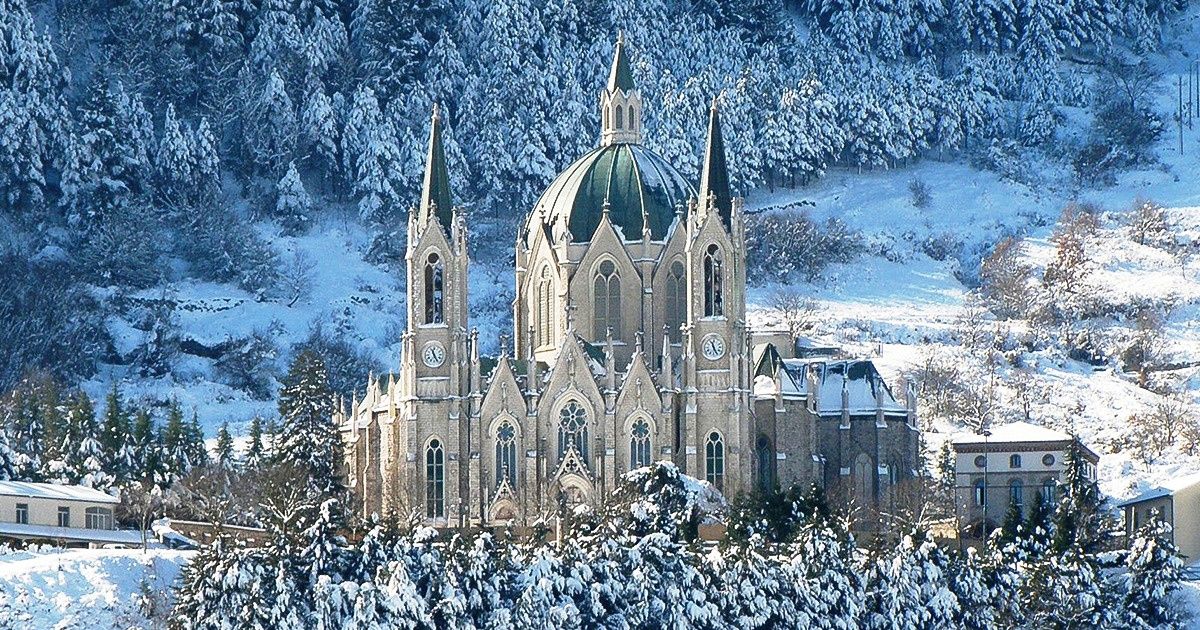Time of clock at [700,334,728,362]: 11:25
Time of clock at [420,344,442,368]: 11:25
